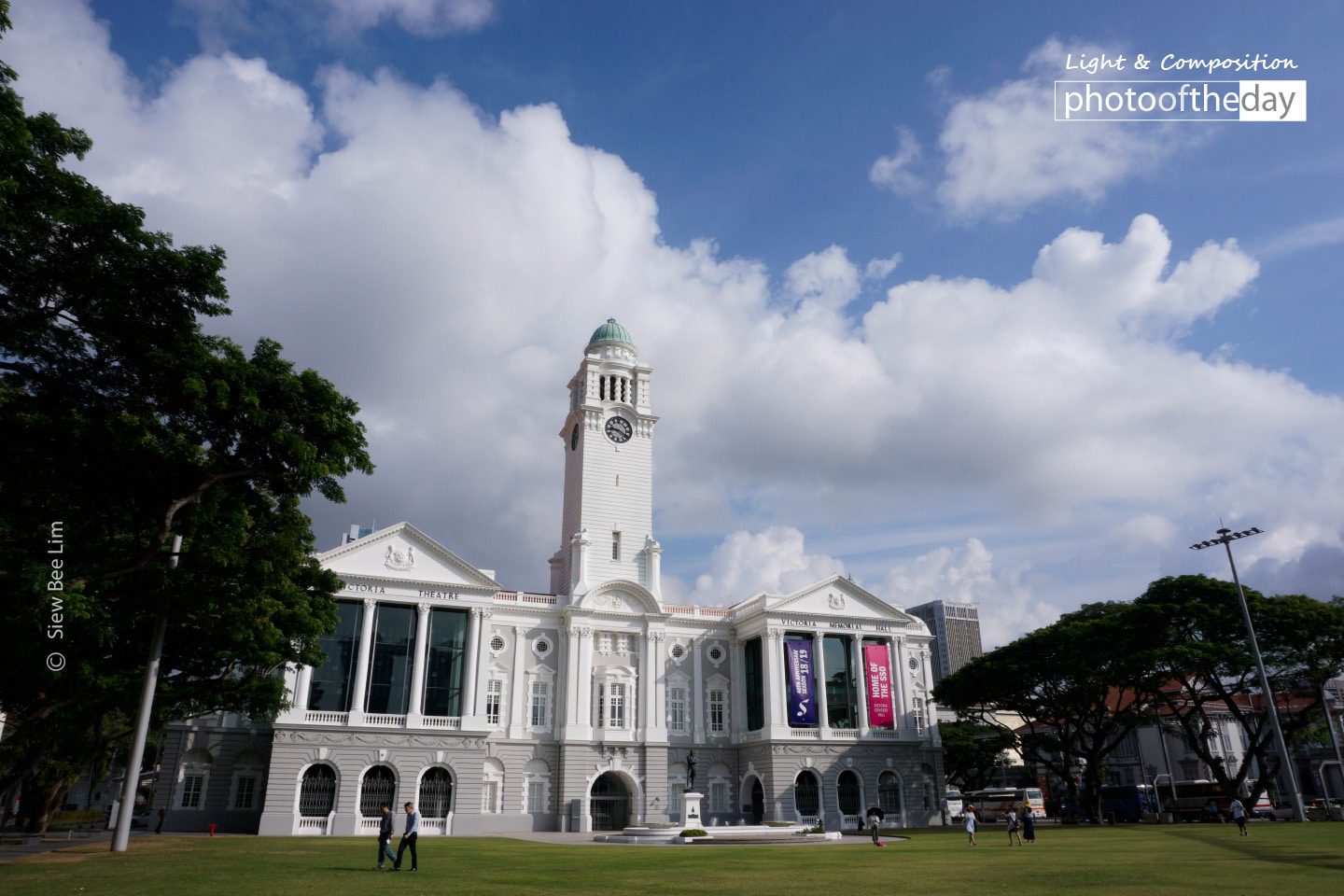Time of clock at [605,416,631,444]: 9:20
